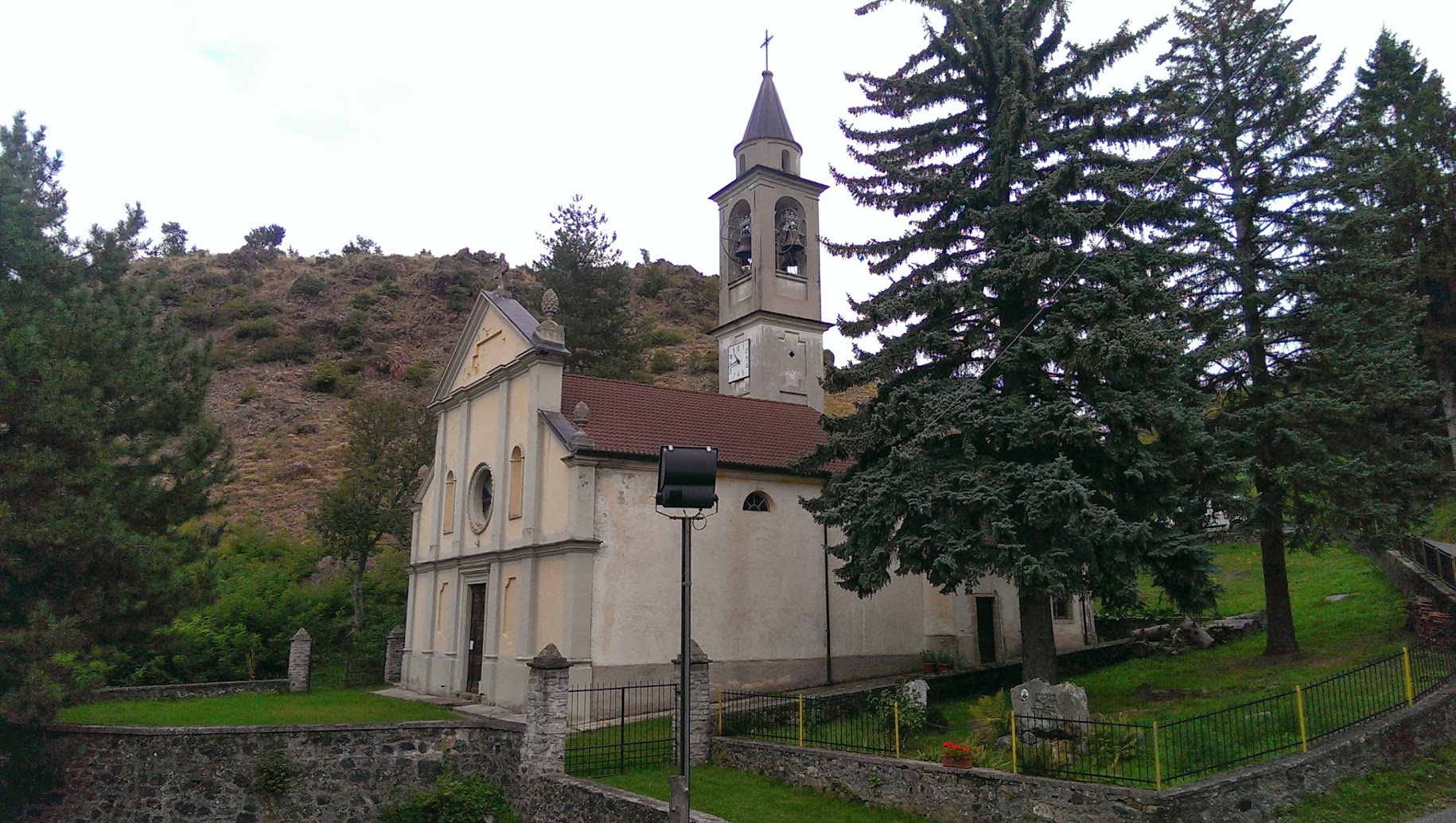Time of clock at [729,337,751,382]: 10:43
